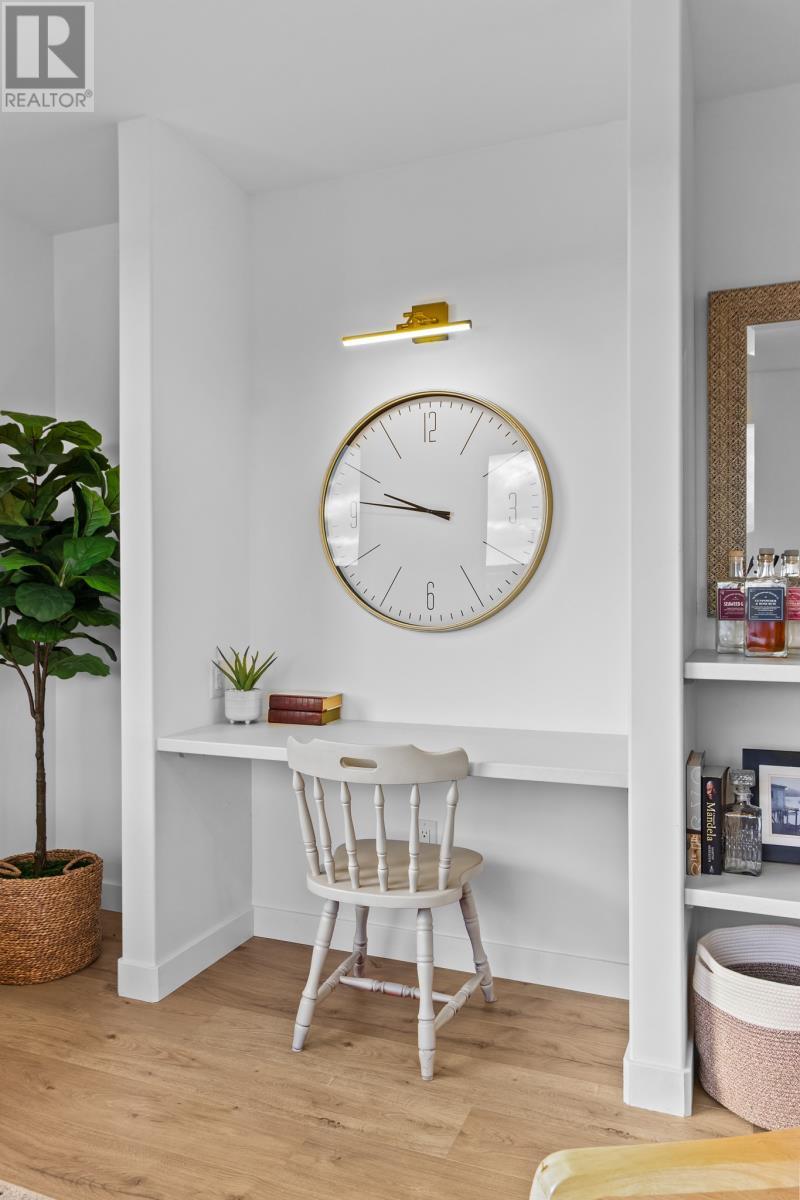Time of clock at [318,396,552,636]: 9:45
